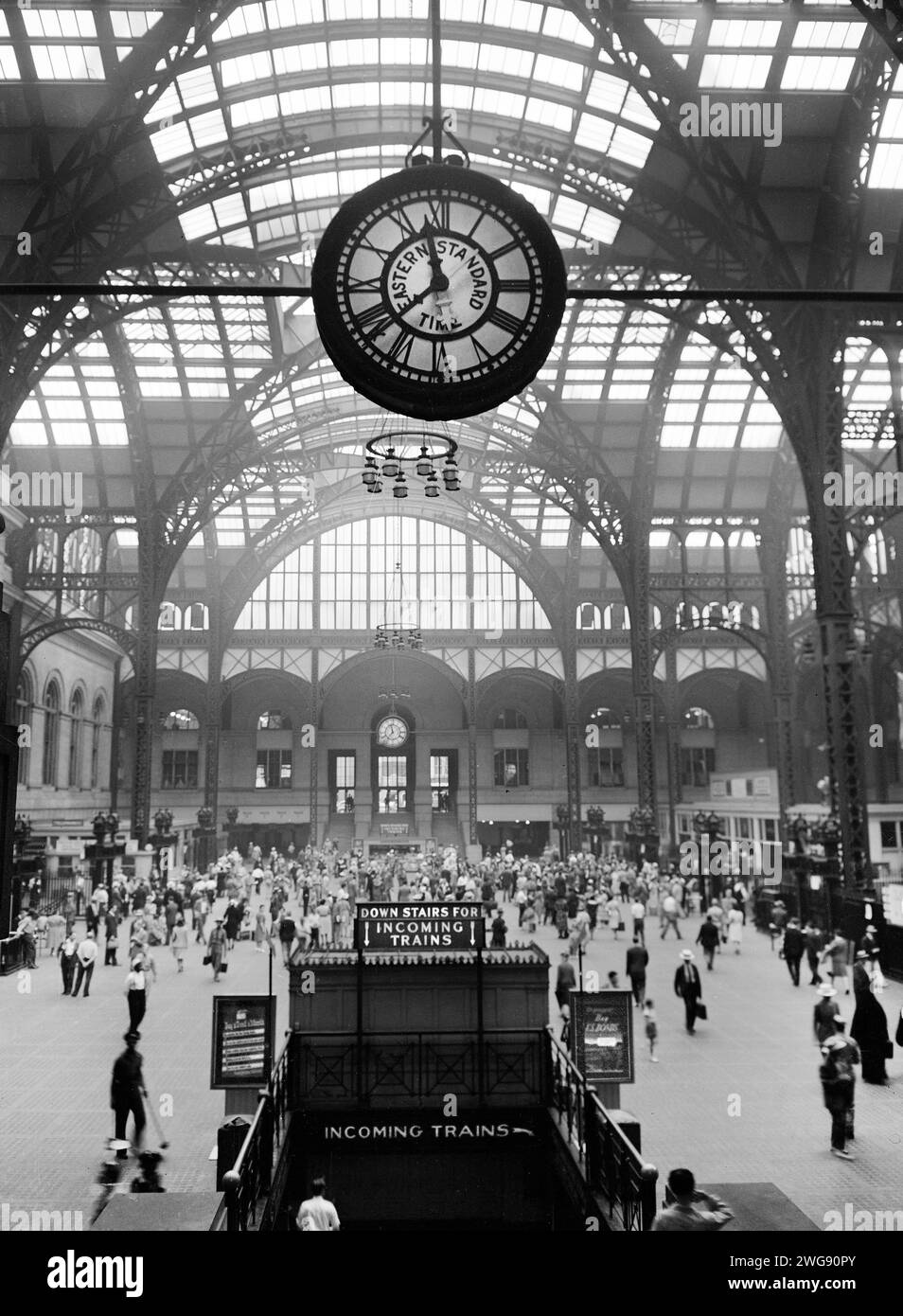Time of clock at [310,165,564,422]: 11:37
